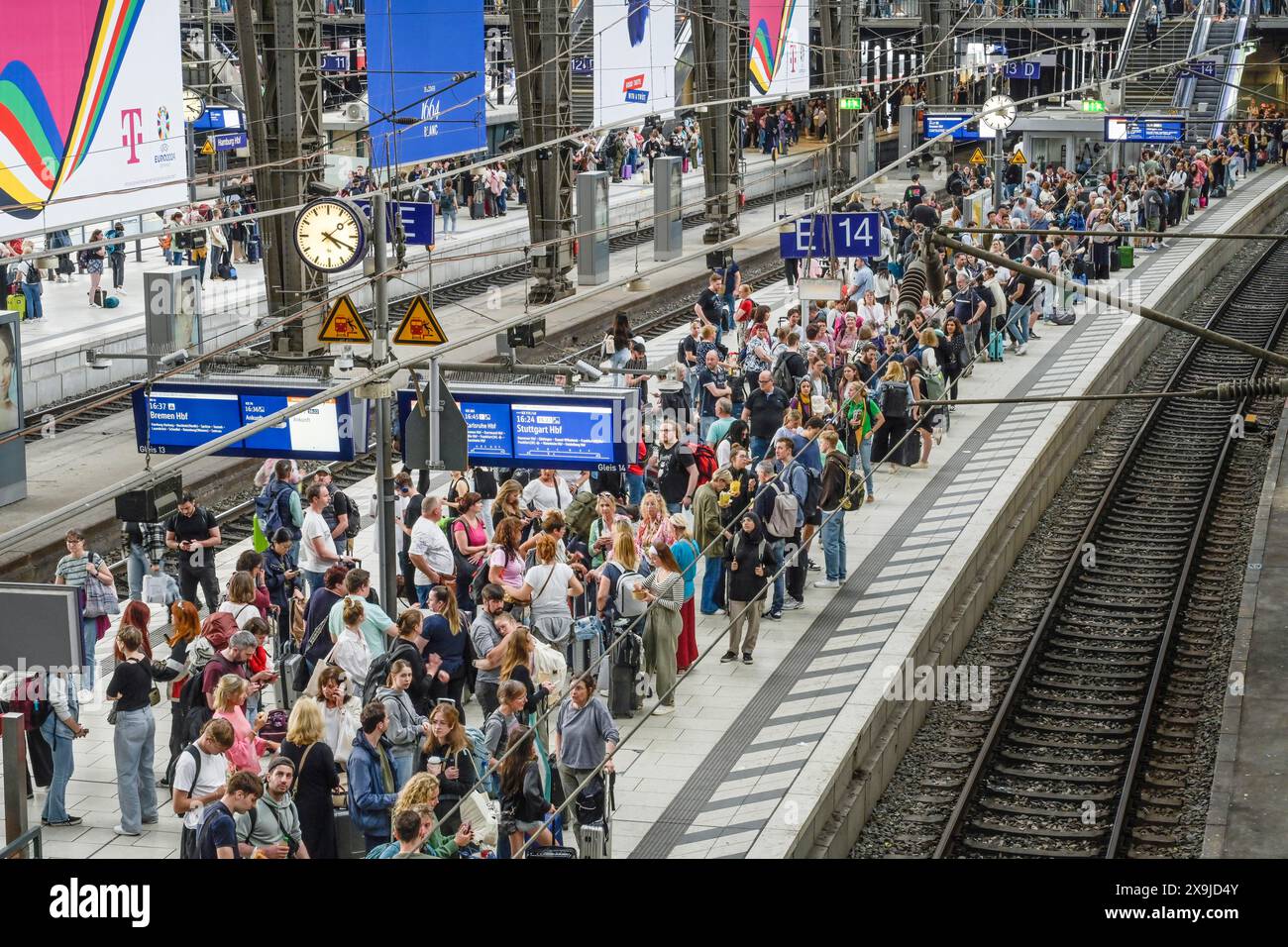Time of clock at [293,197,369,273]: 4:19
